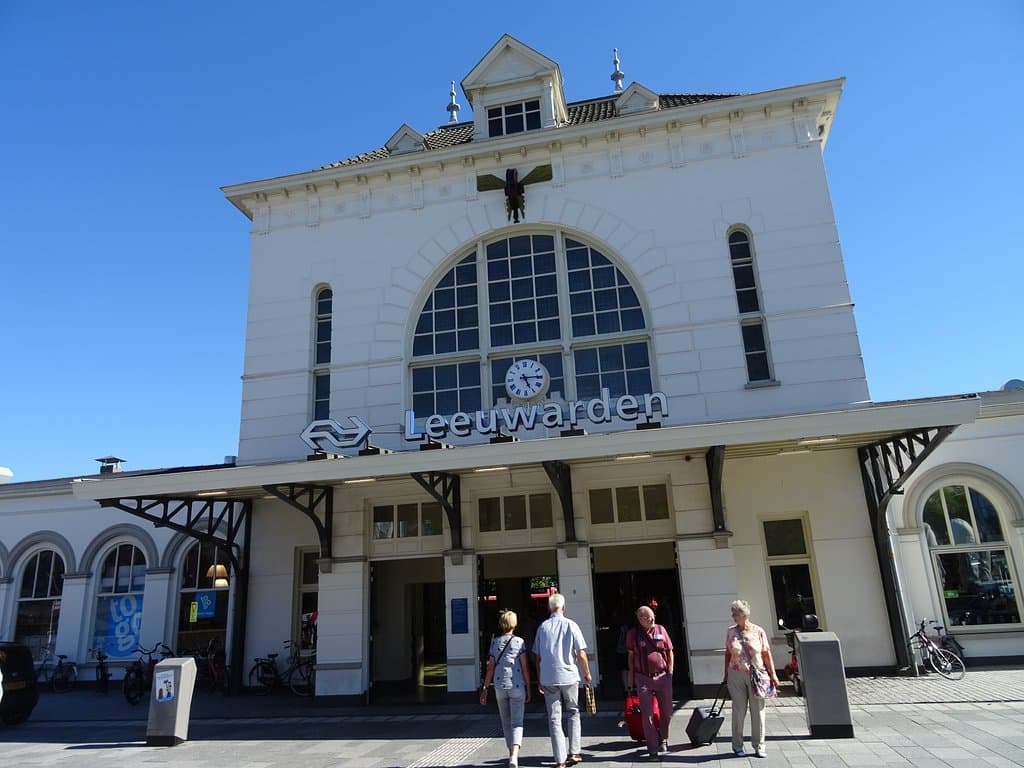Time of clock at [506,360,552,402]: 5:14
